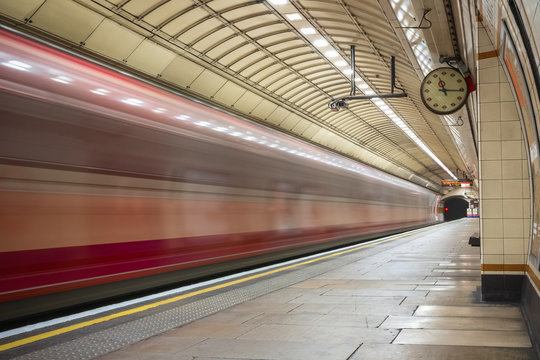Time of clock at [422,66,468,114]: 11:15
